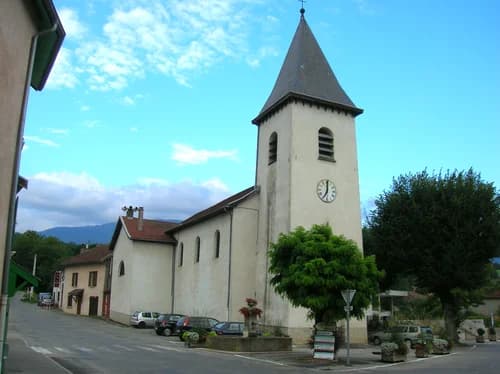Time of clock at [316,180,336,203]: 7:00
